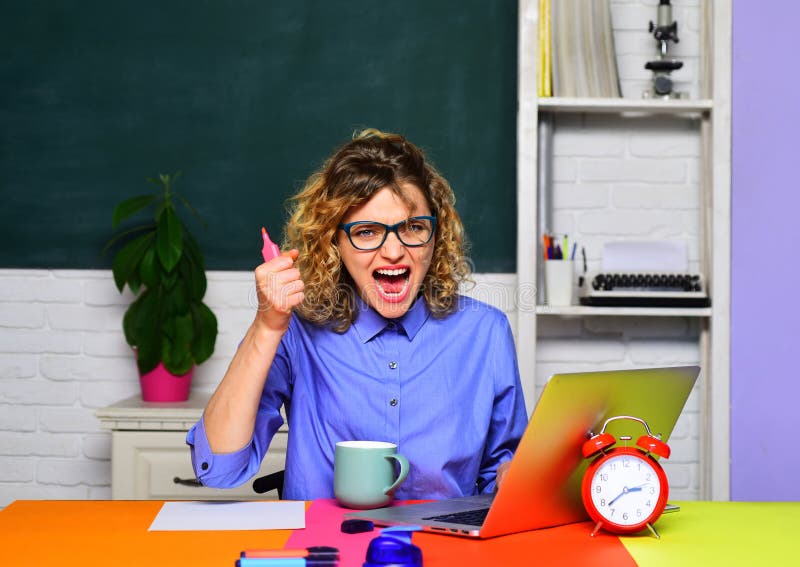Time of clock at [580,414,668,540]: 2:38
